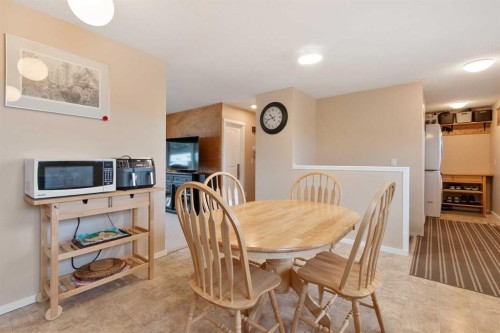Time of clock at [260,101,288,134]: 10:42
